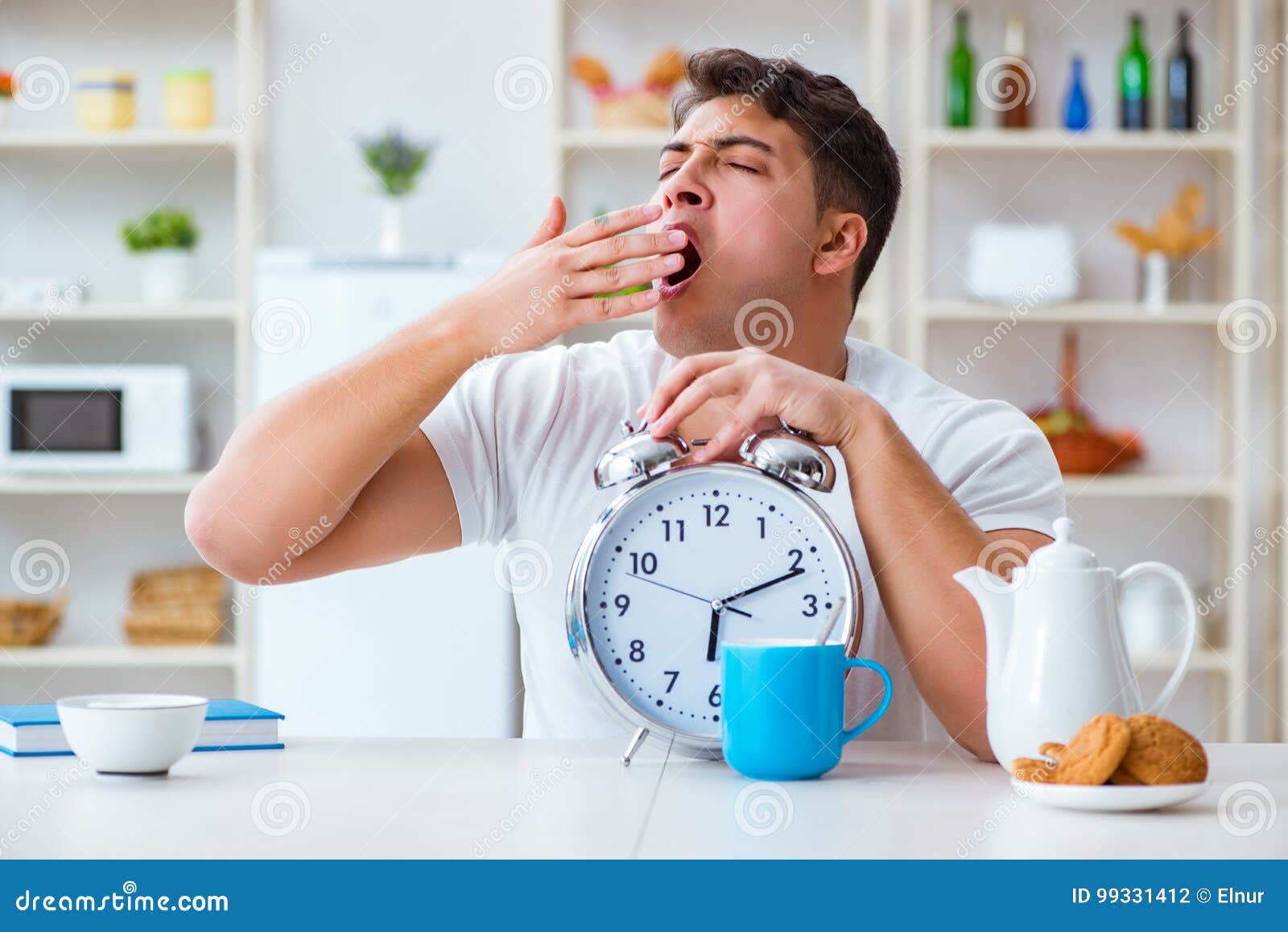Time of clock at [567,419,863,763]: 6:11
